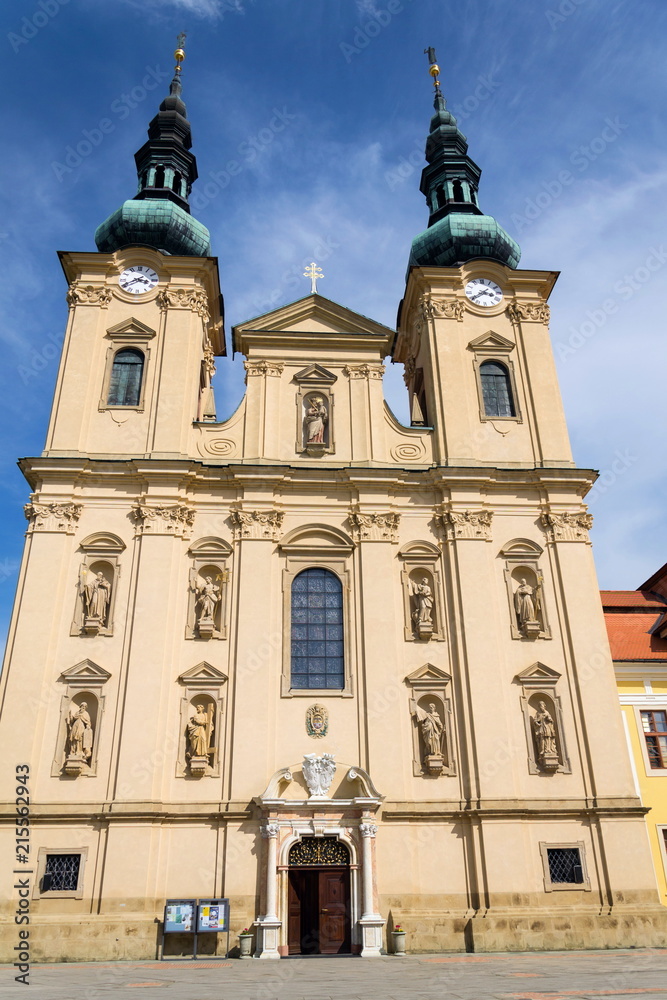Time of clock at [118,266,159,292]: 3:40
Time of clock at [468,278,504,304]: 3:39
